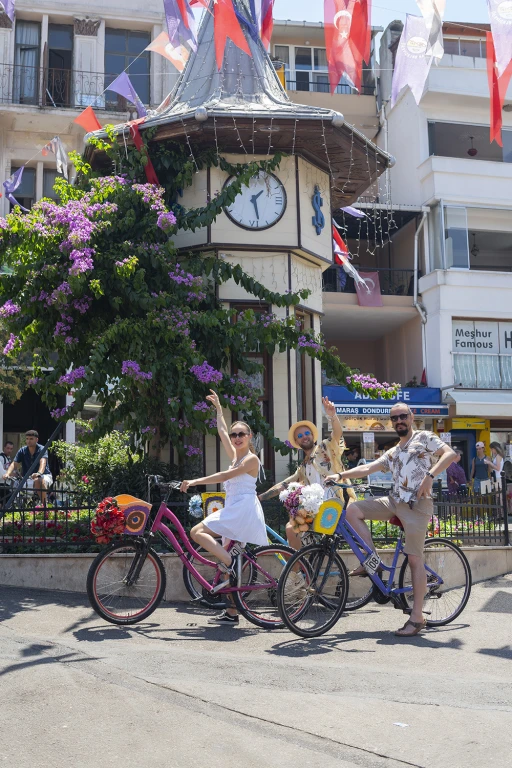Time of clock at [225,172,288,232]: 1:28
